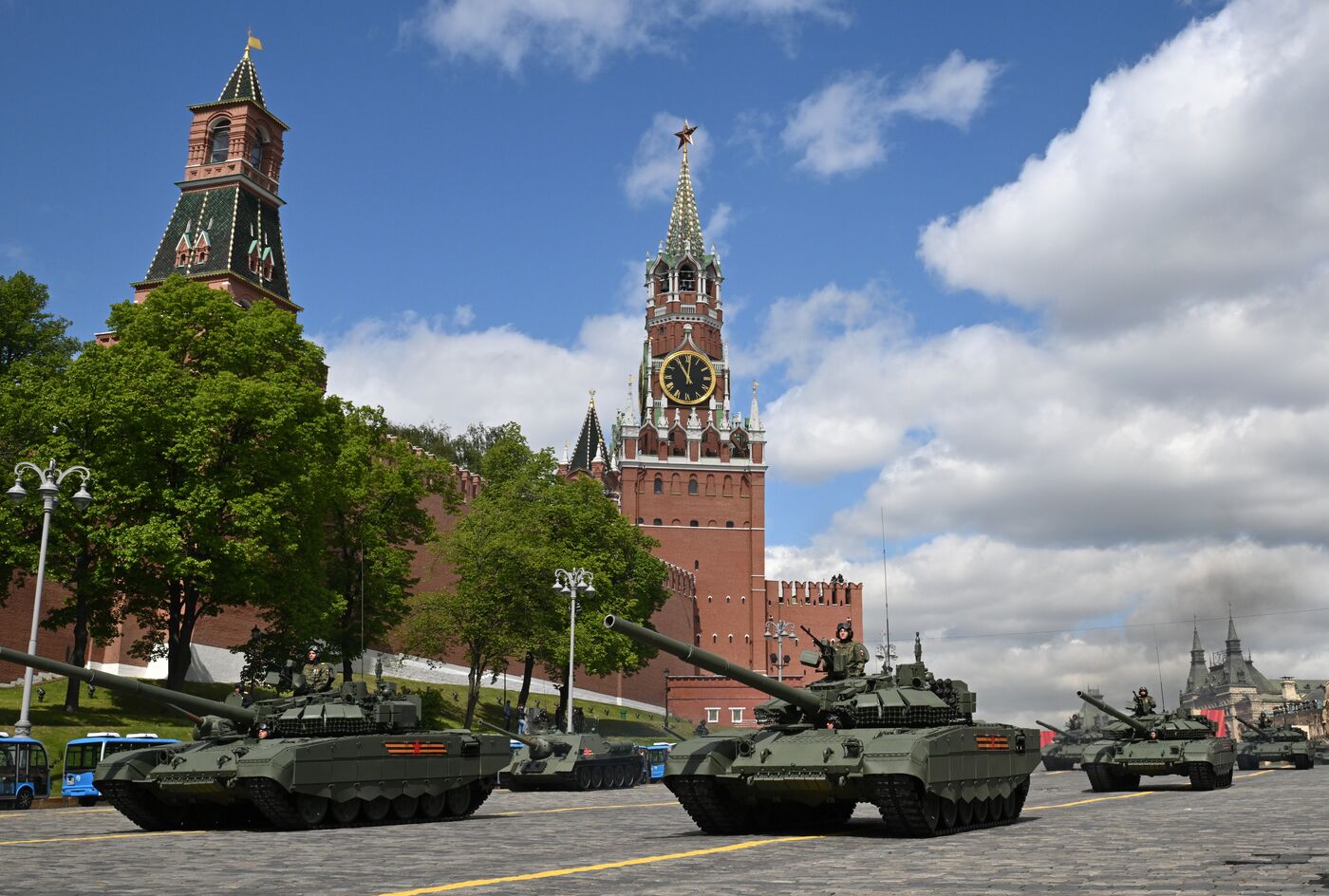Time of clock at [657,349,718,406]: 11:01
